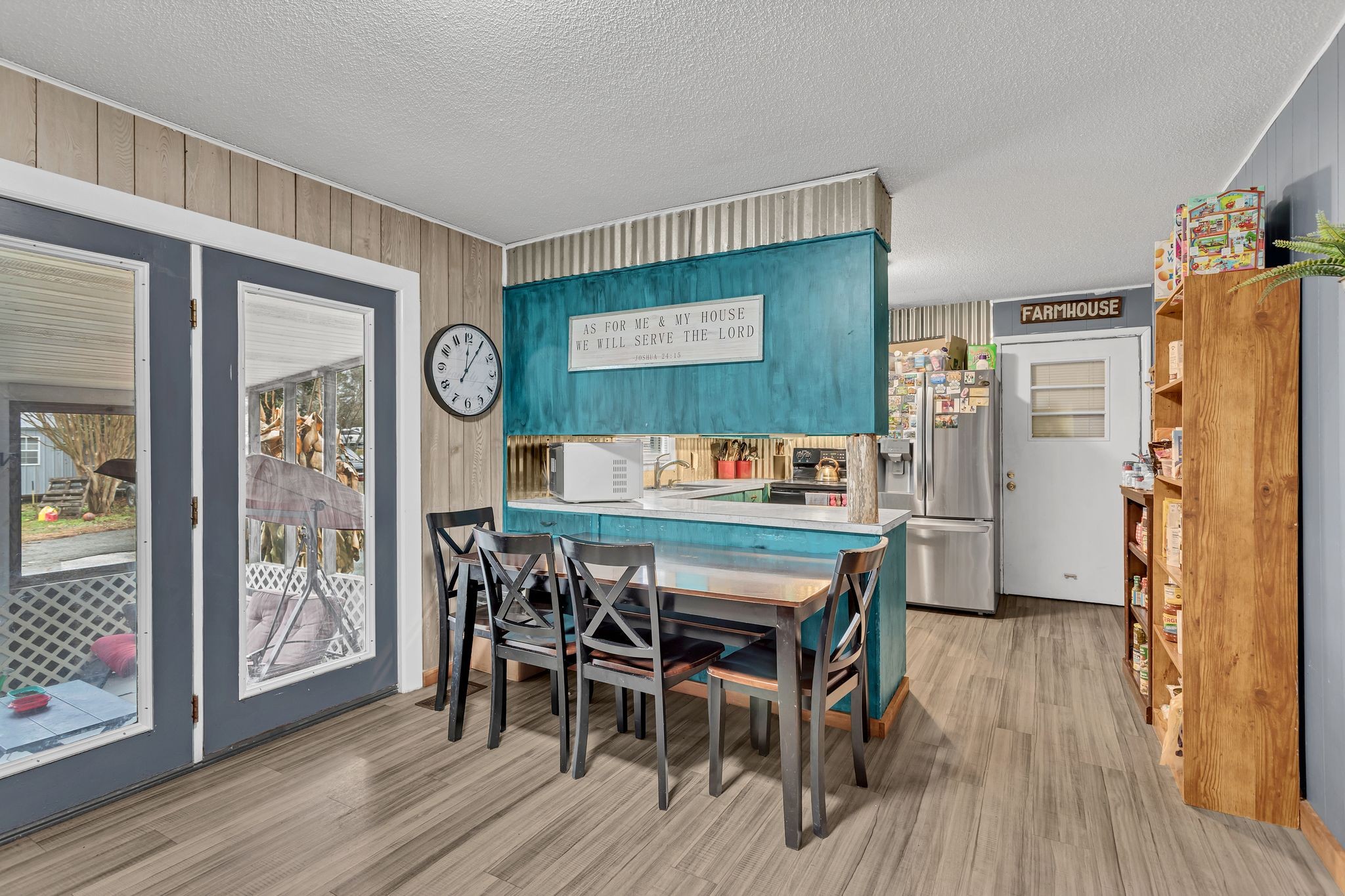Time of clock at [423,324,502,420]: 12:05
